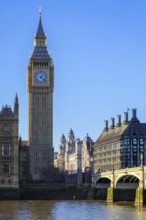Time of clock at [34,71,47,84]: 1:21
